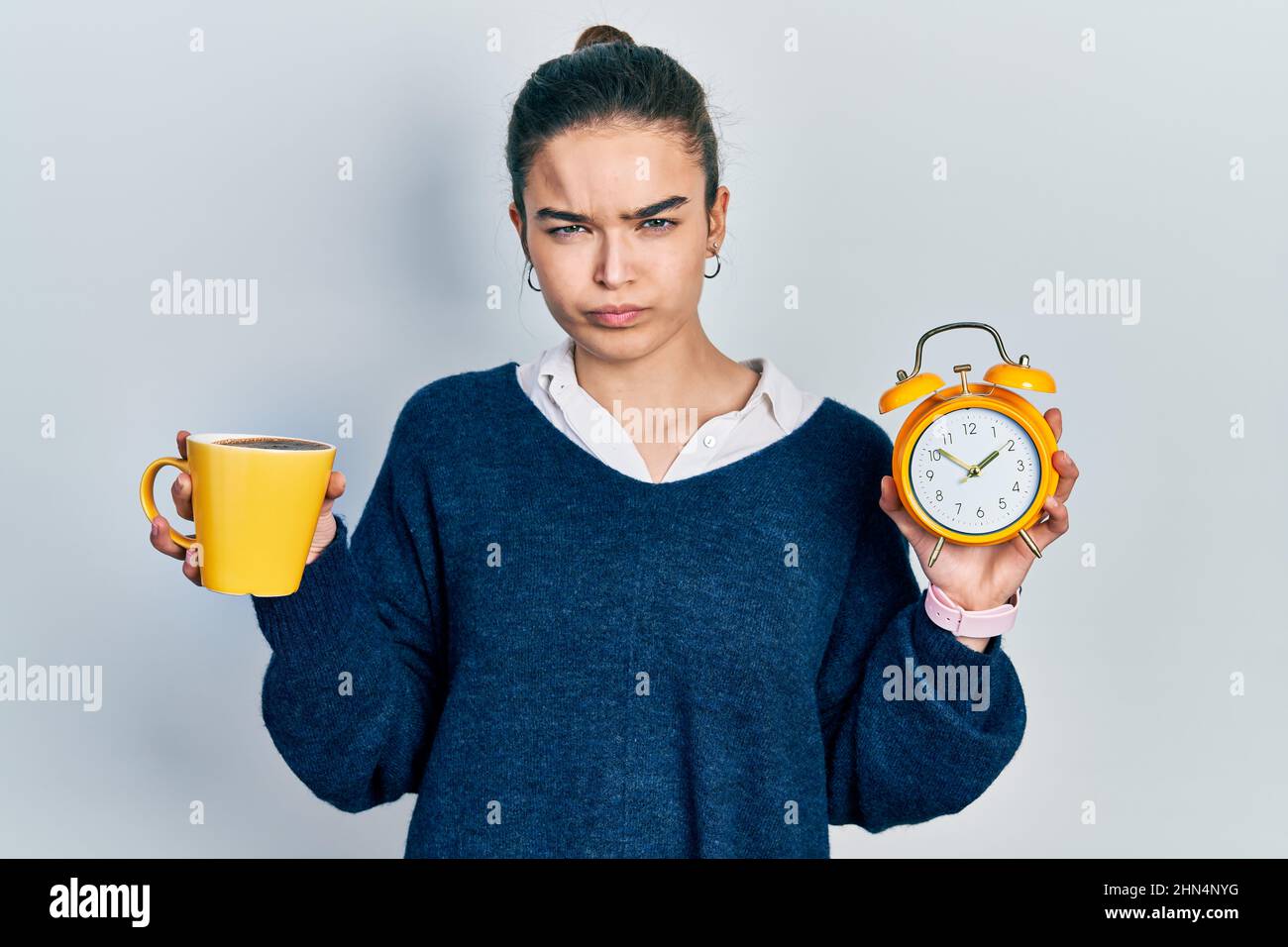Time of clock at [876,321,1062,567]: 1:51
